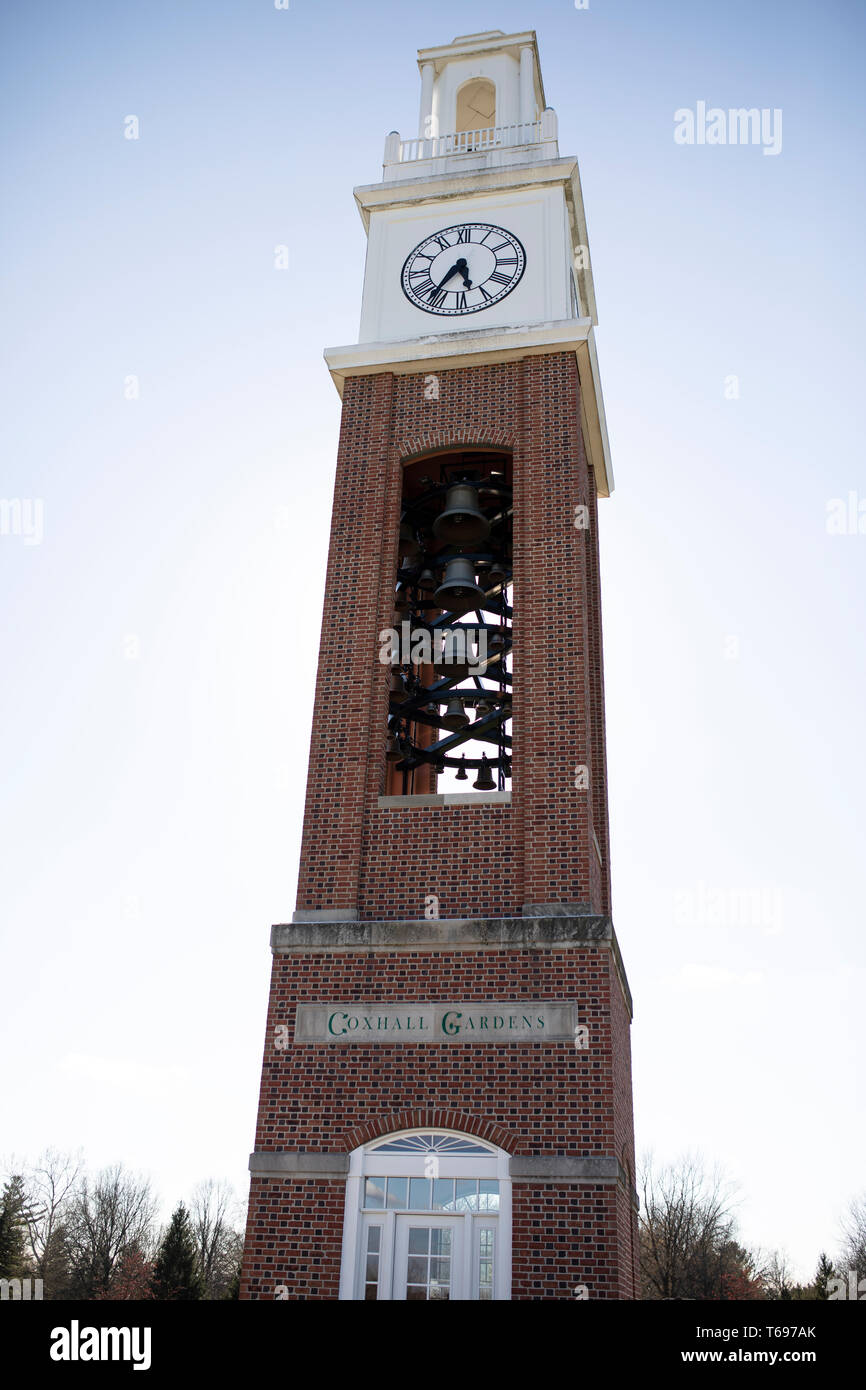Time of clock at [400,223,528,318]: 5:36
